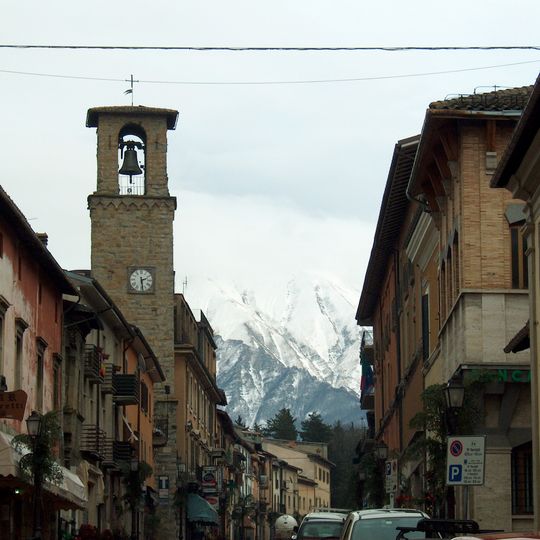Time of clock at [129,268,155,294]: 2:28
